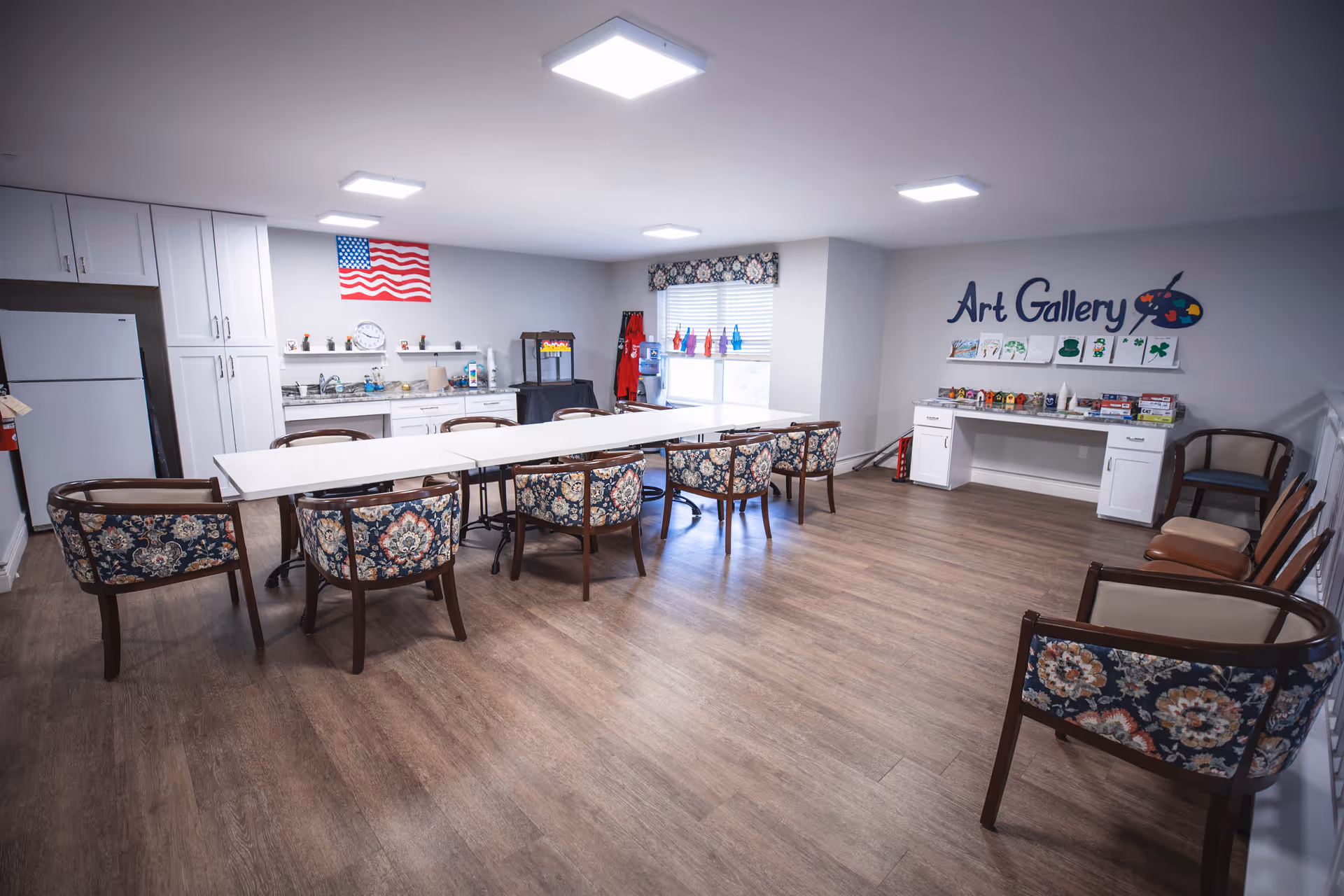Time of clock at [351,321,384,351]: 10:16
